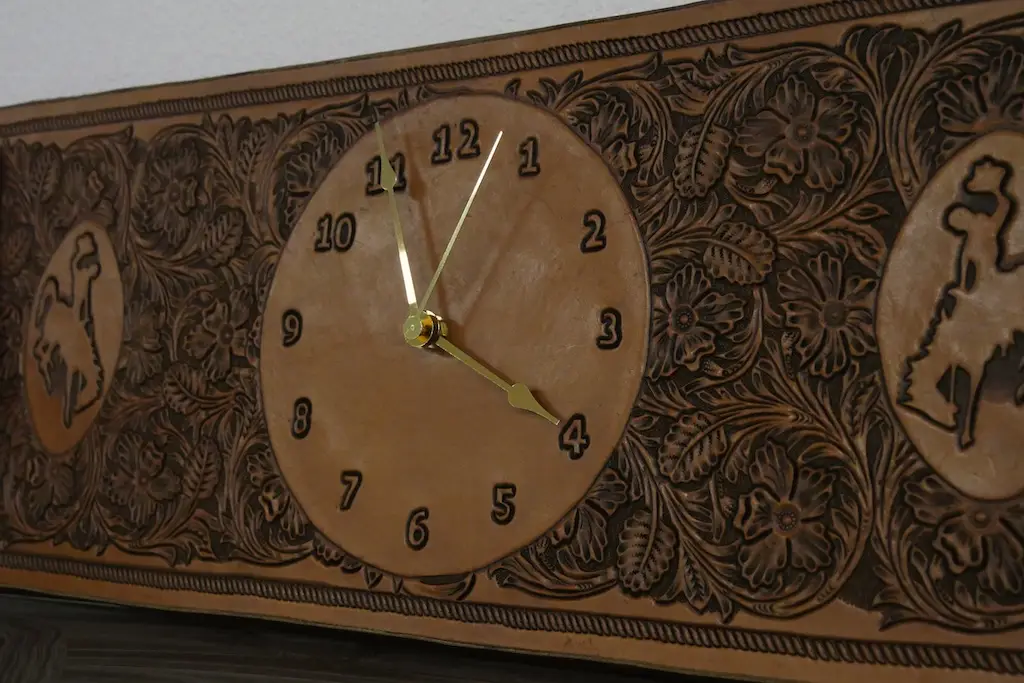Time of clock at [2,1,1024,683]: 11:19
